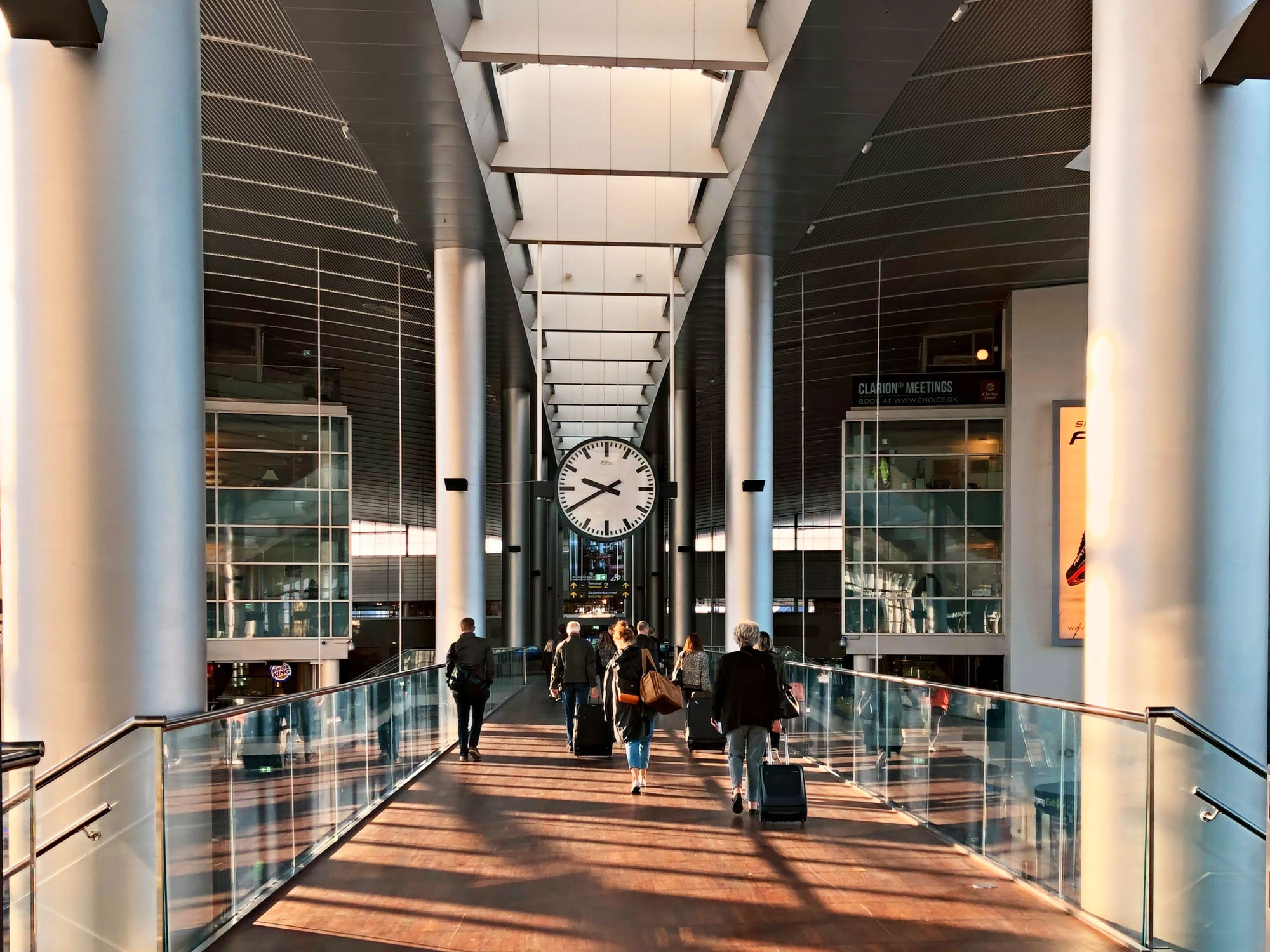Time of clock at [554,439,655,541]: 9:40
